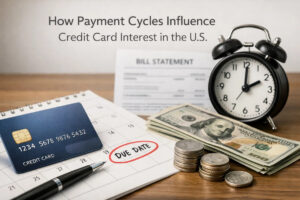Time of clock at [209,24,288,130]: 2:00
